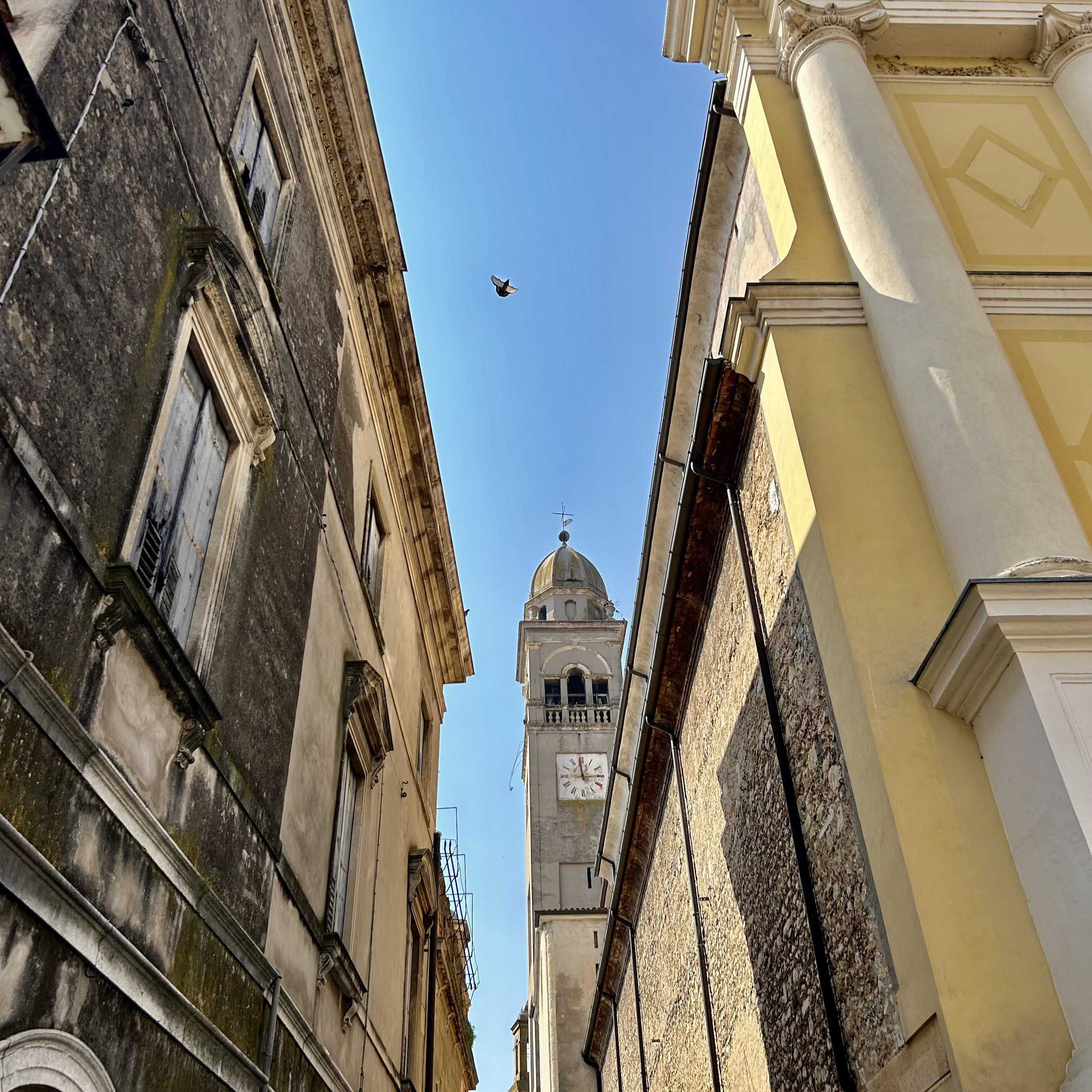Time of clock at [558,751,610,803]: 2:58
